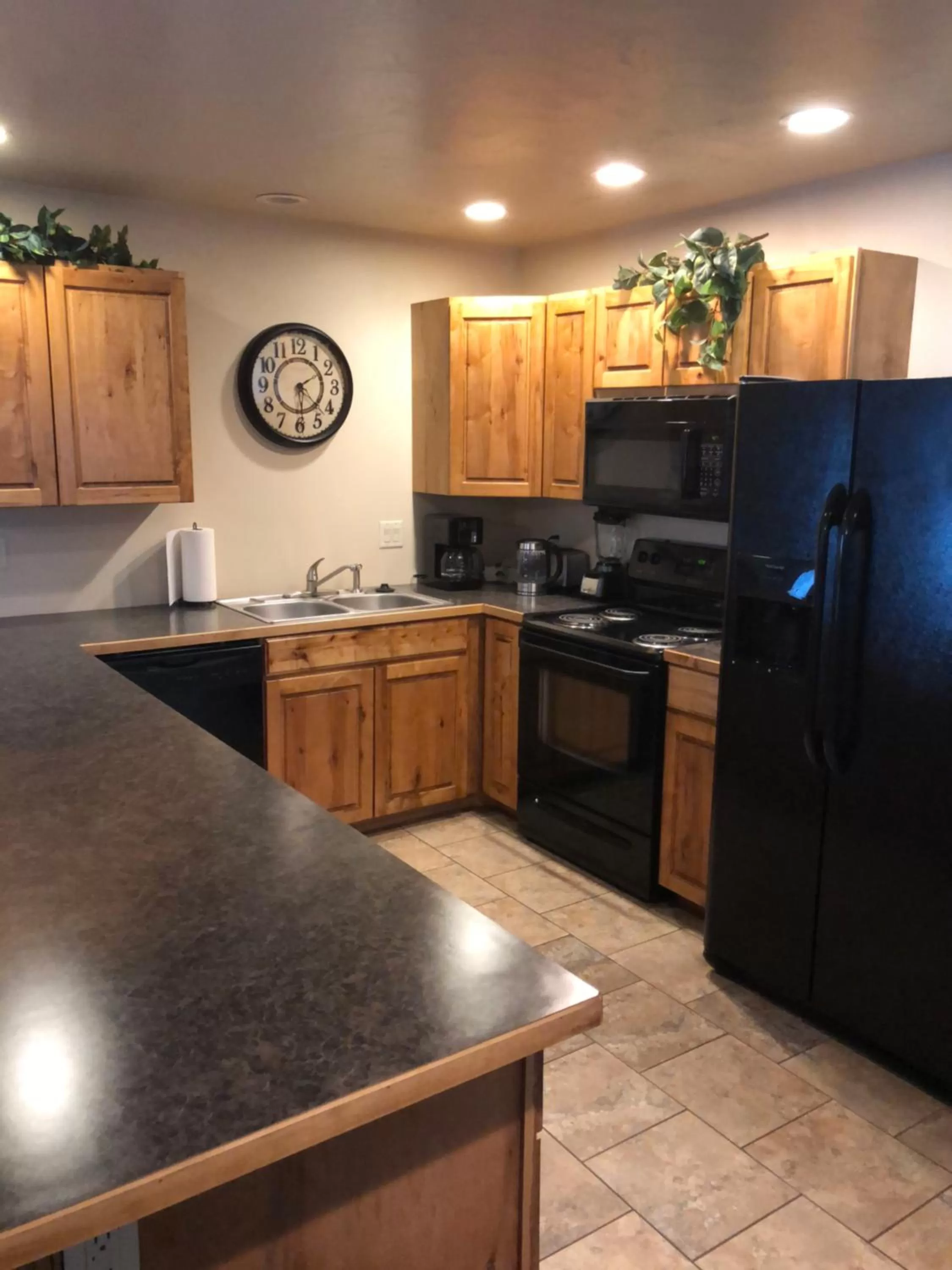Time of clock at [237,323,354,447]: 4:29
